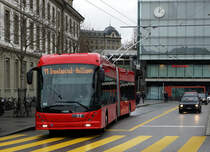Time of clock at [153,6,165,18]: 12:07
